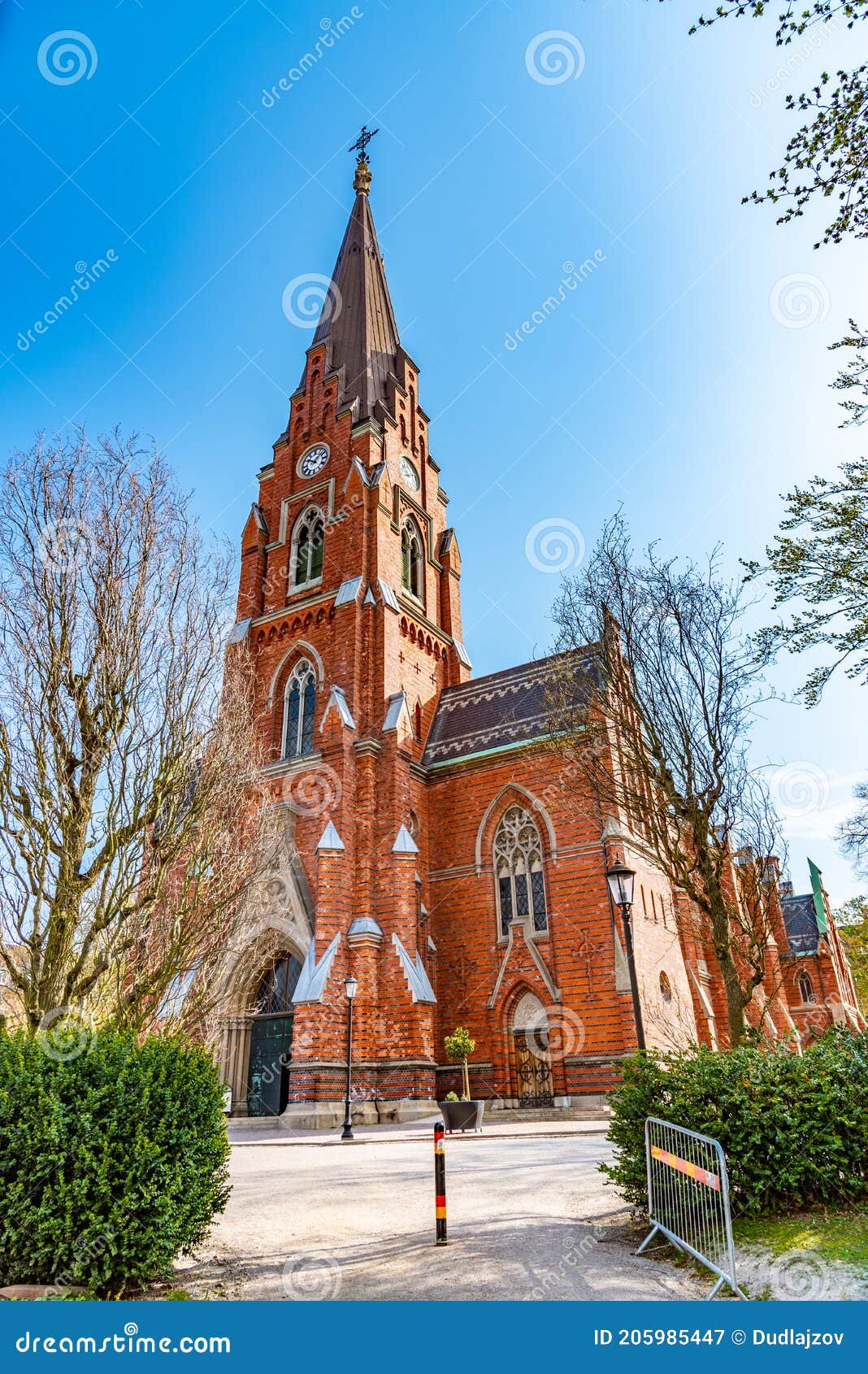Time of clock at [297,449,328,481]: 10:07
